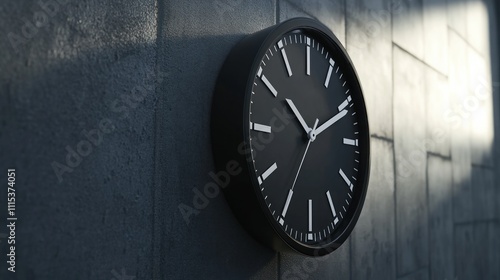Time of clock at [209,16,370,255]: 10:10
